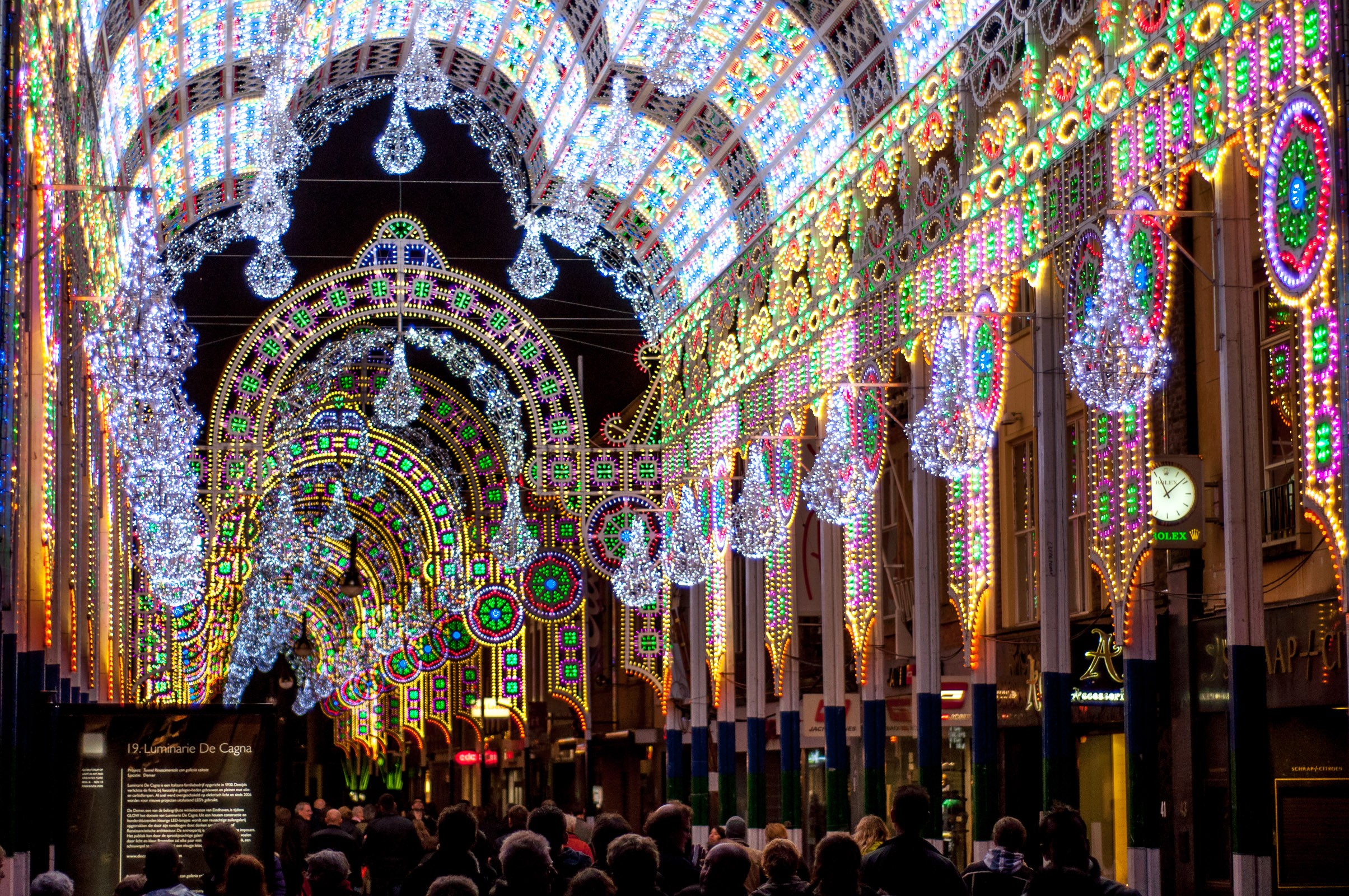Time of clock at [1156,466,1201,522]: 11:08
